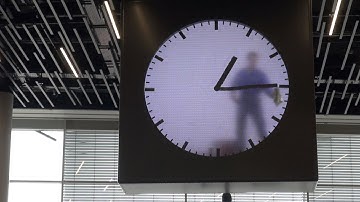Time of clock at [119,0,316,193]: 1:14
